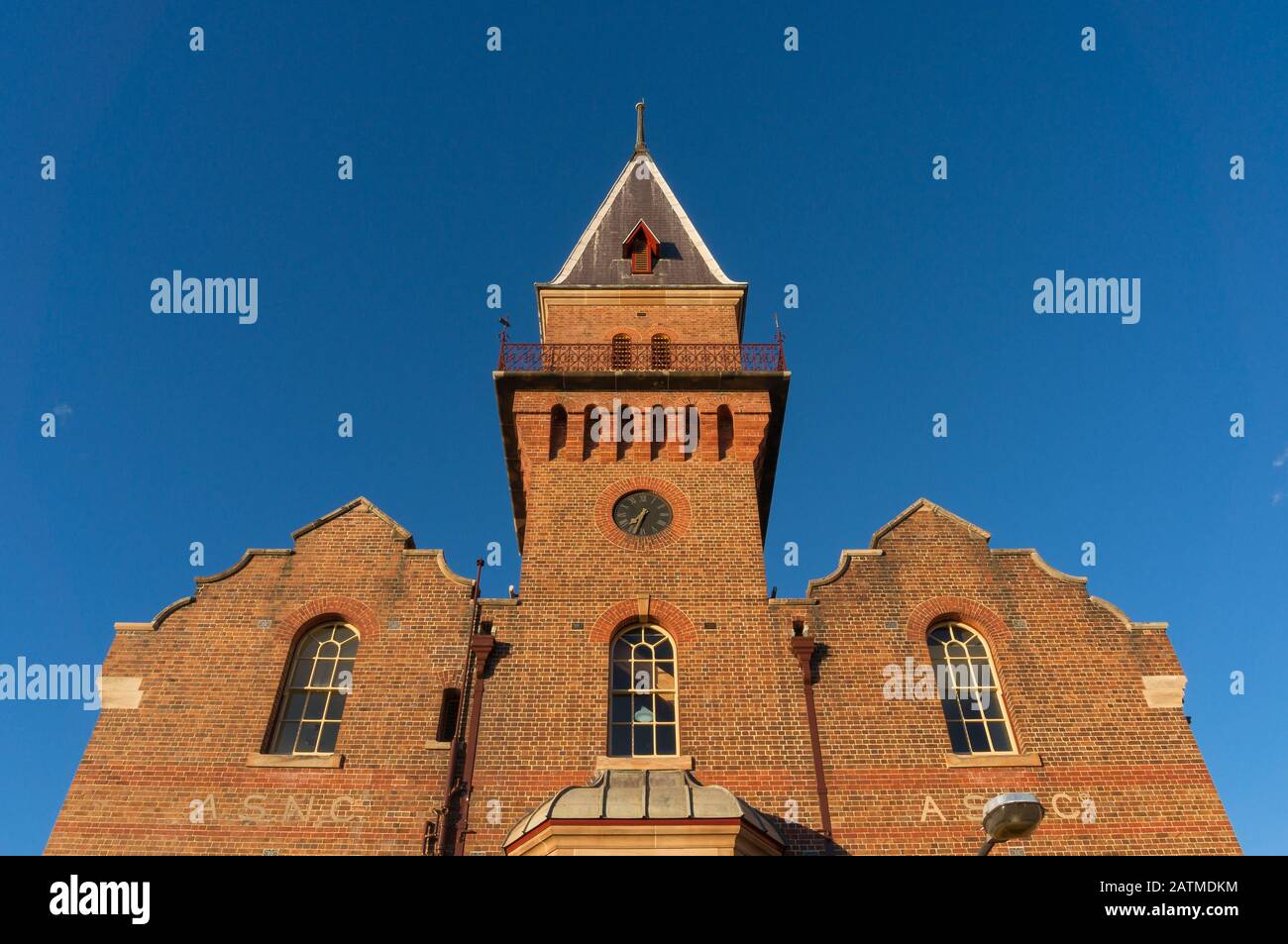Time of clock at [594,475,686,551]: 7:33
